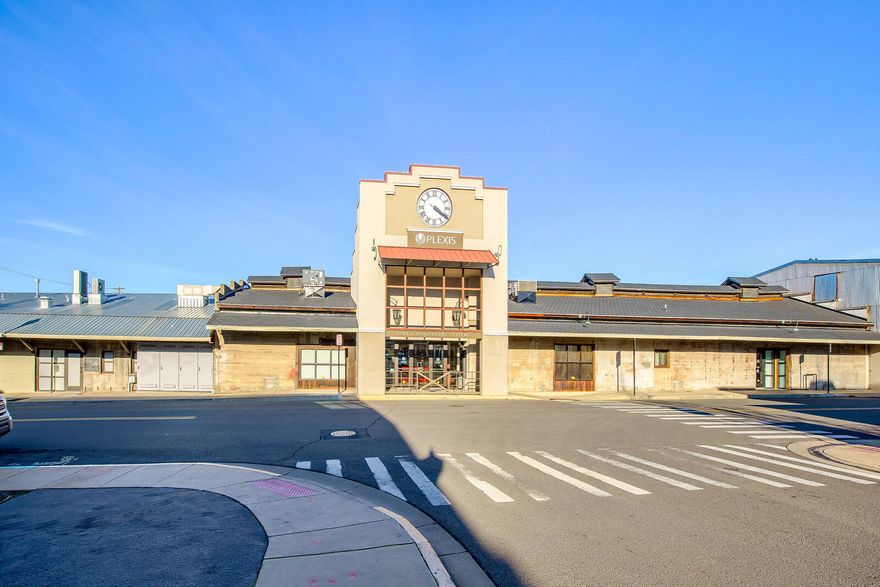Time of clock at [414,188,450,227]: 4:20
